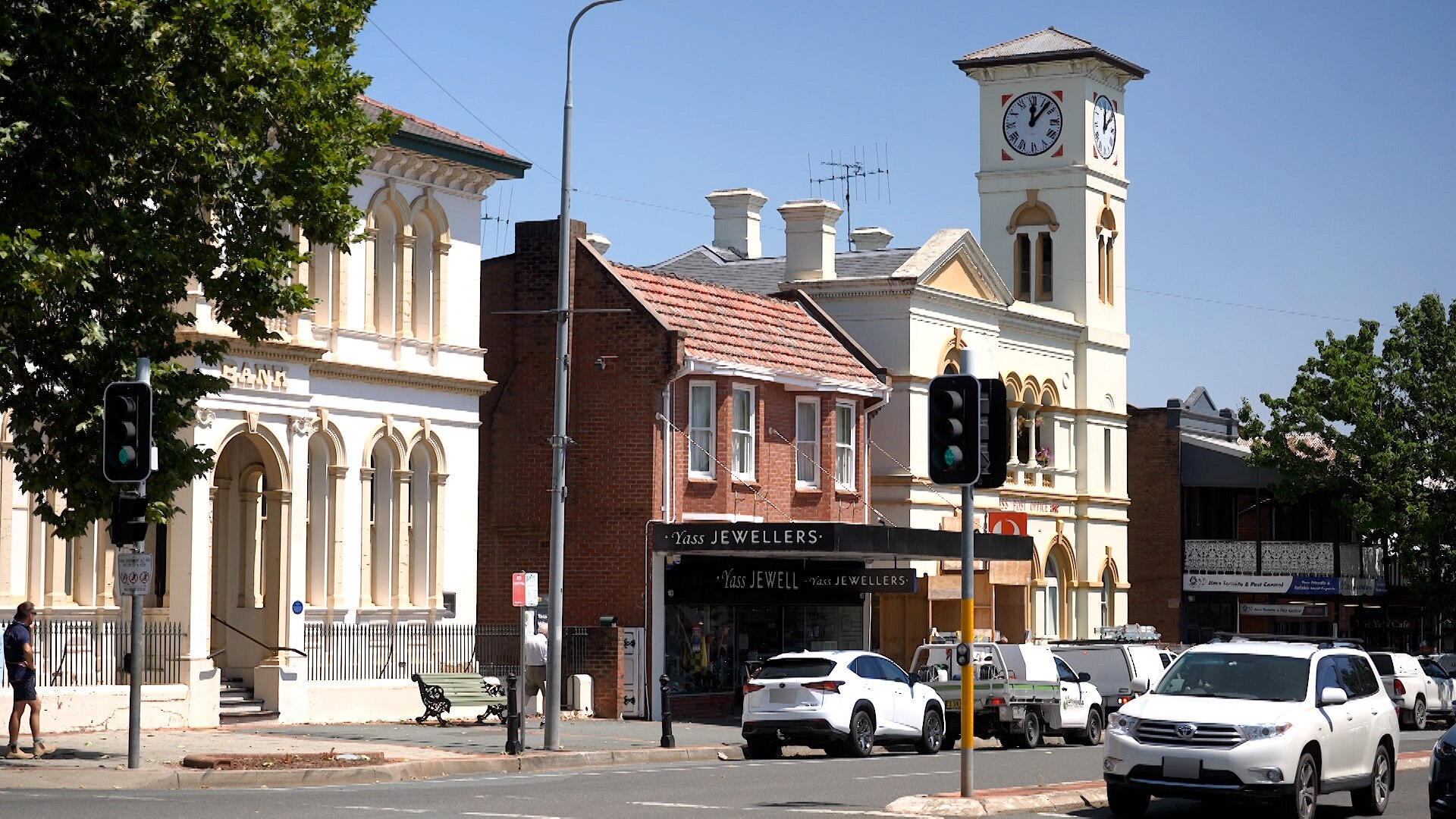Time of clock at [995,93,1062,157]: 12:07
